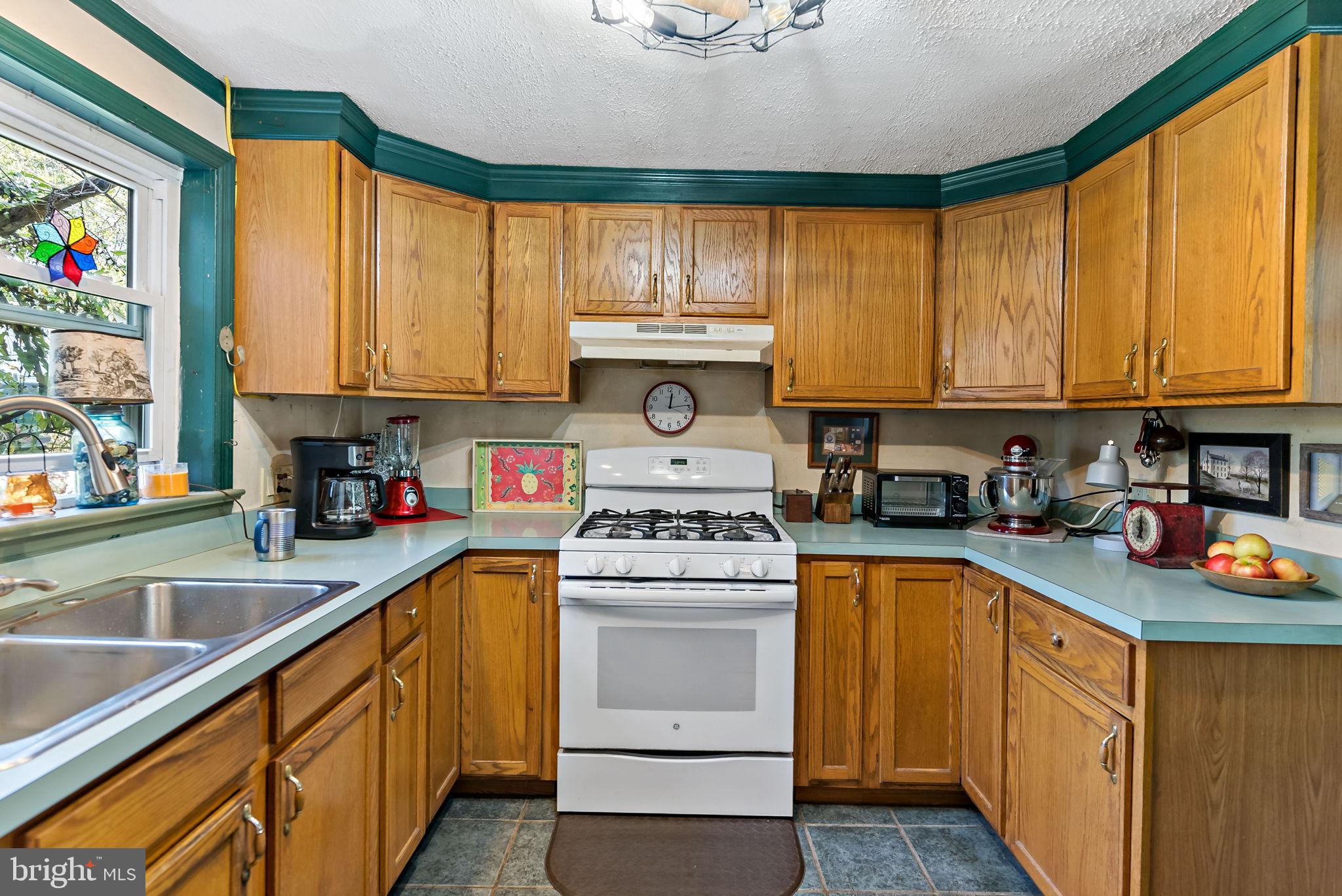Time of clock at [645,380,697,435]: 12:13
